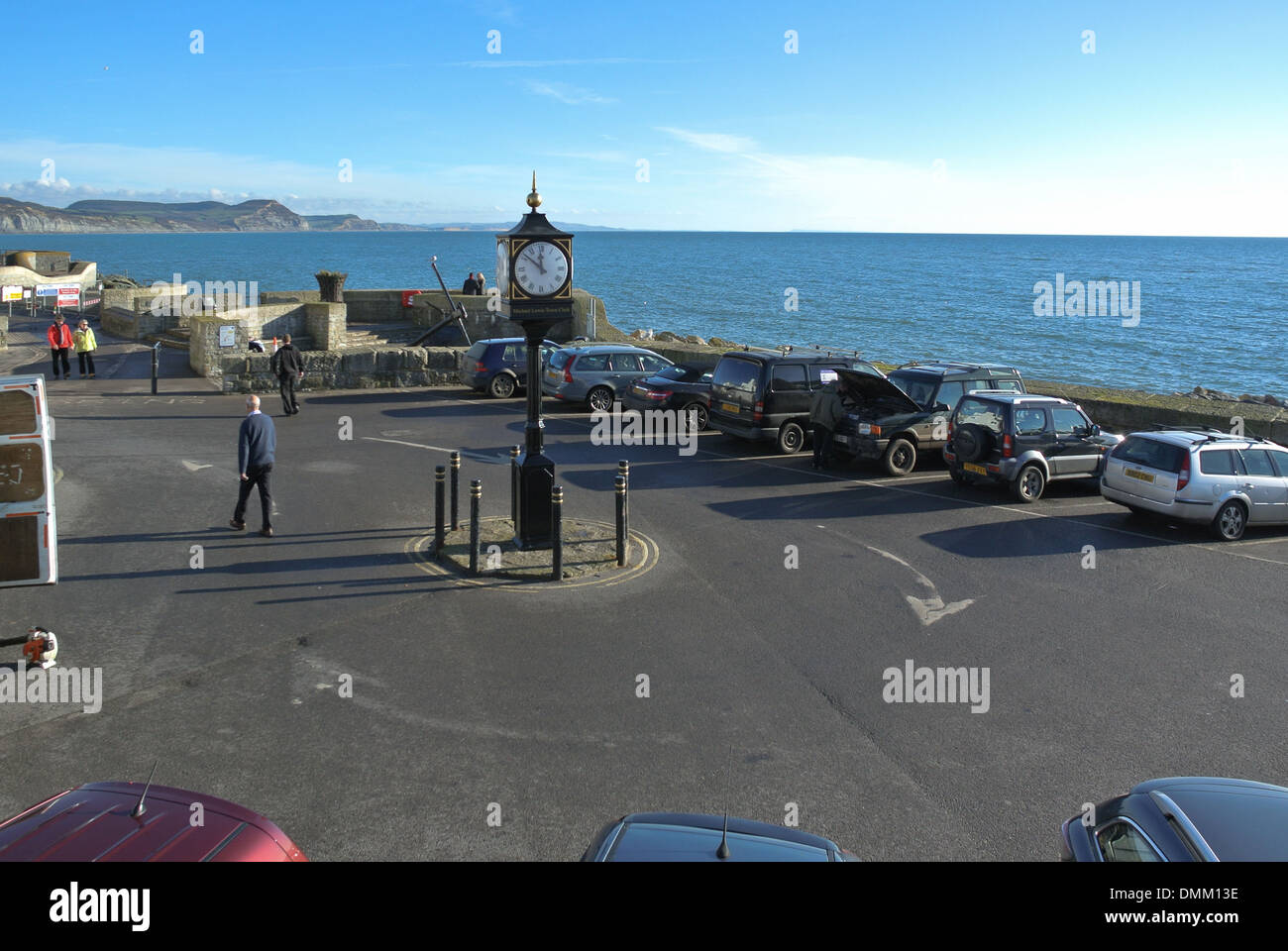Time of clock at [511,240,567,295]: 11:51
